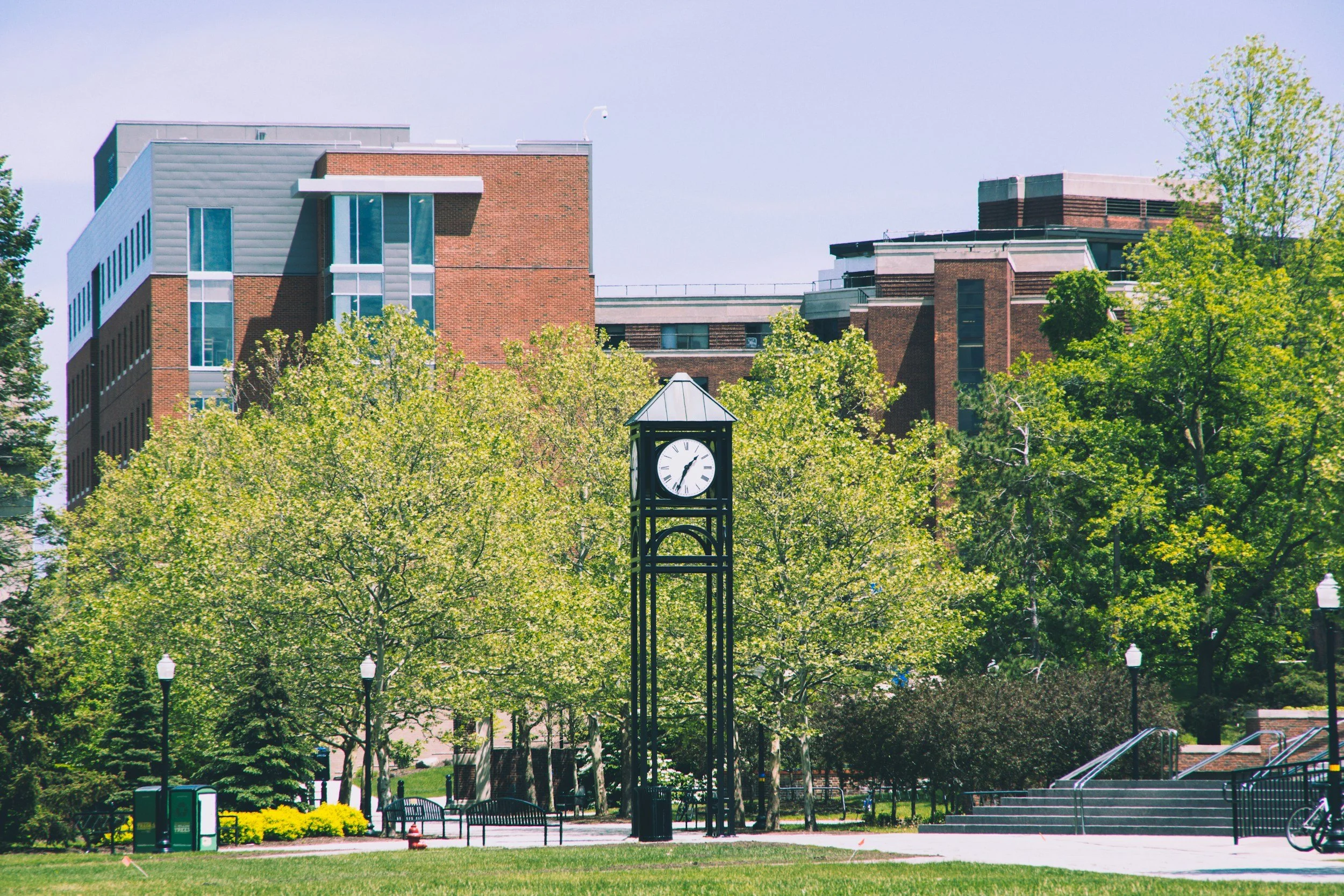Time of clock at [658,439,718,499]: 1:33
